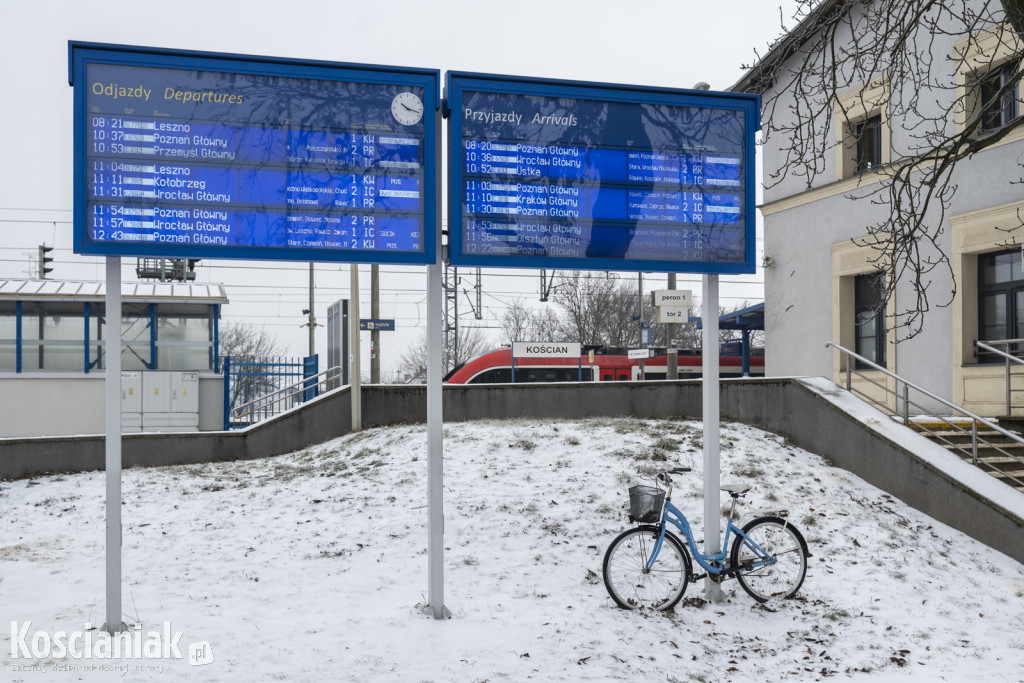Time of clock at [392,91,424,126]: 10:17
